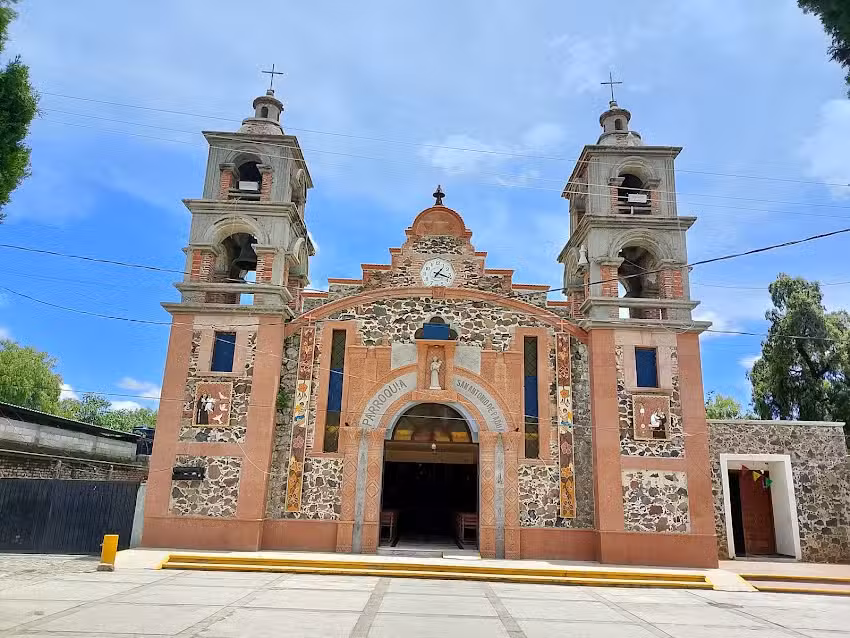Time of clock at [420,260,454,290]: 1:18
